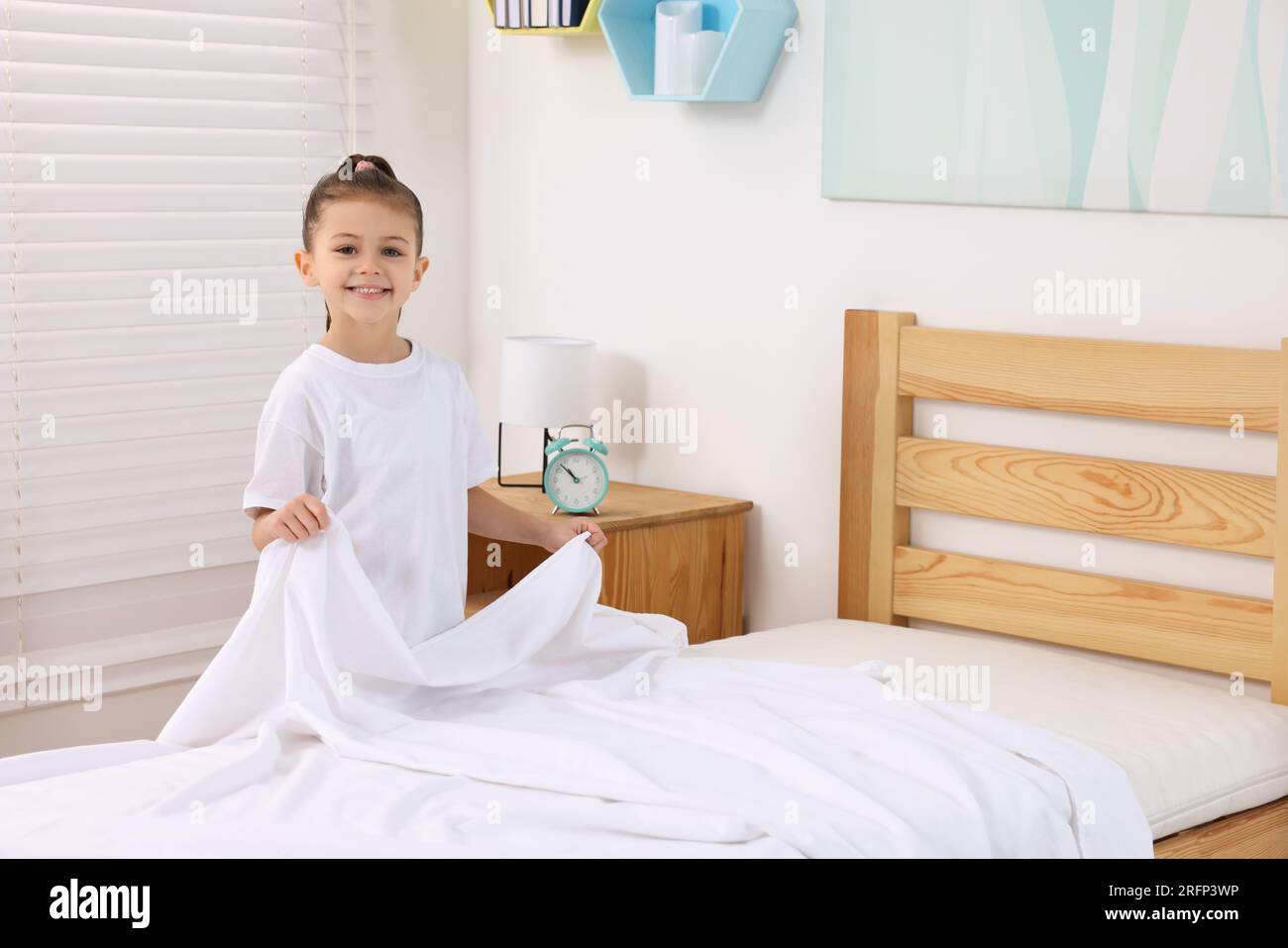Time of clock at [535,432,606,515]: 10:52
